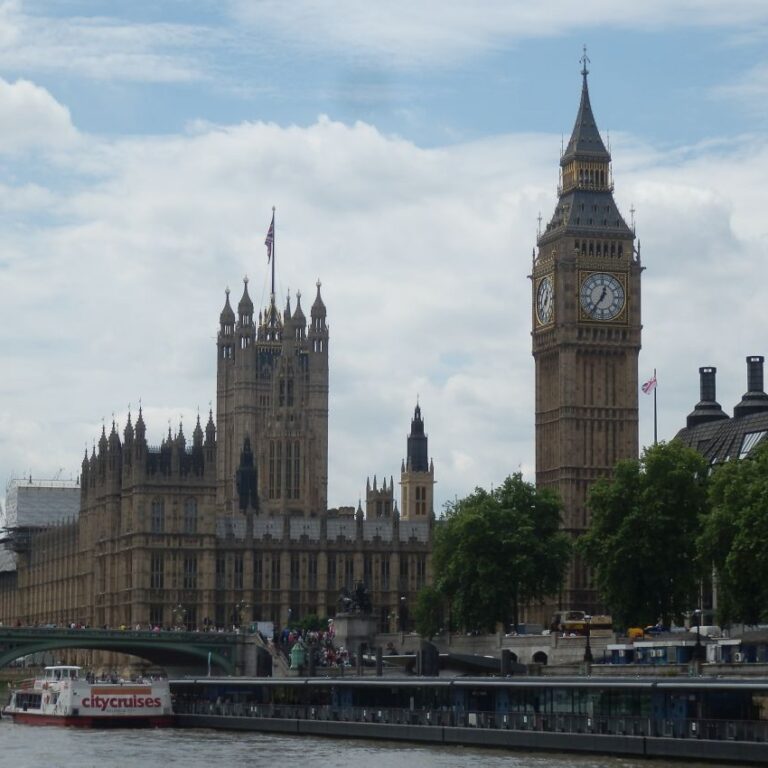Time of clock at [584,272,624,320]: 12:36
